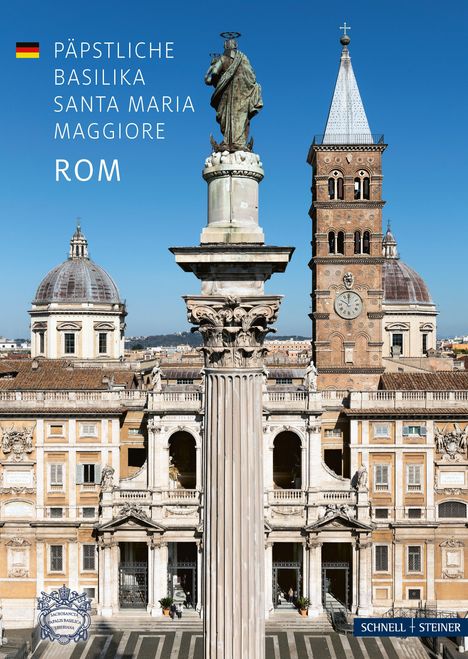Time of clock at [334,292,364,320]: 10:00
